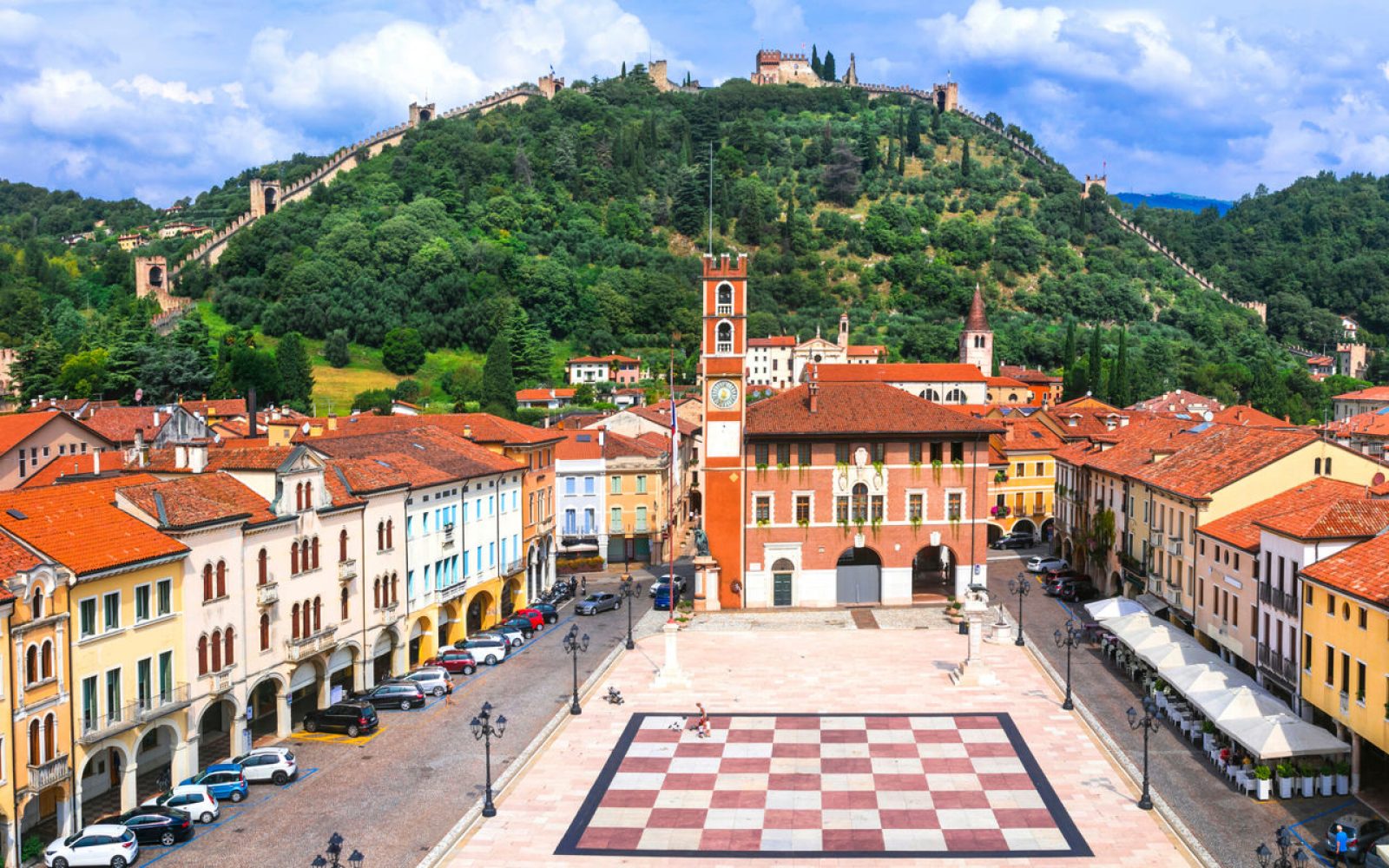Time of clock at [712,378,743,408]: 6:32
